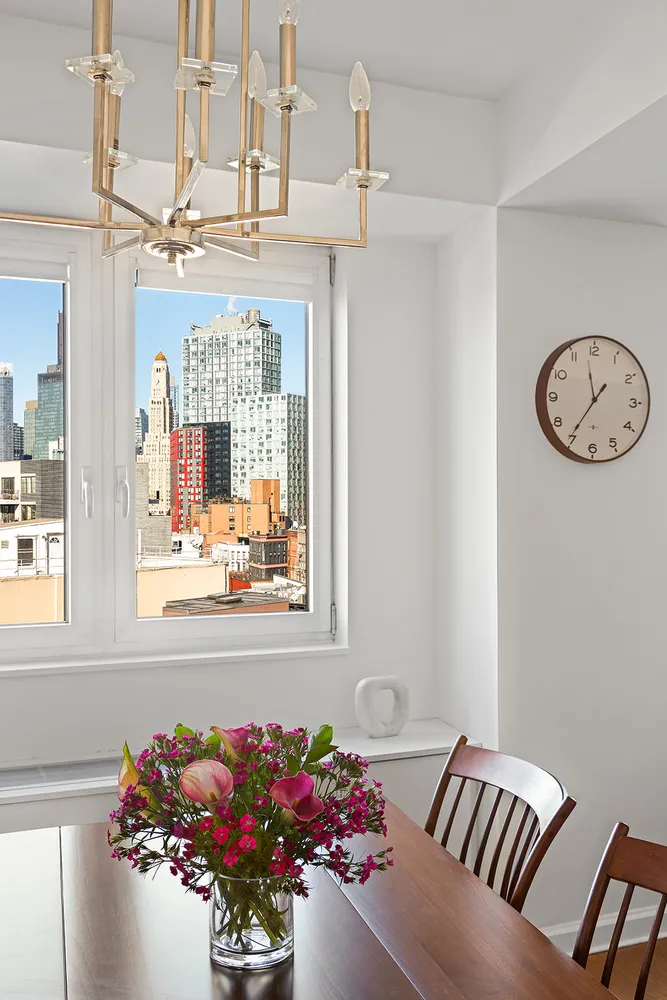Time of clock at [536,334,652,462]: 11:35
